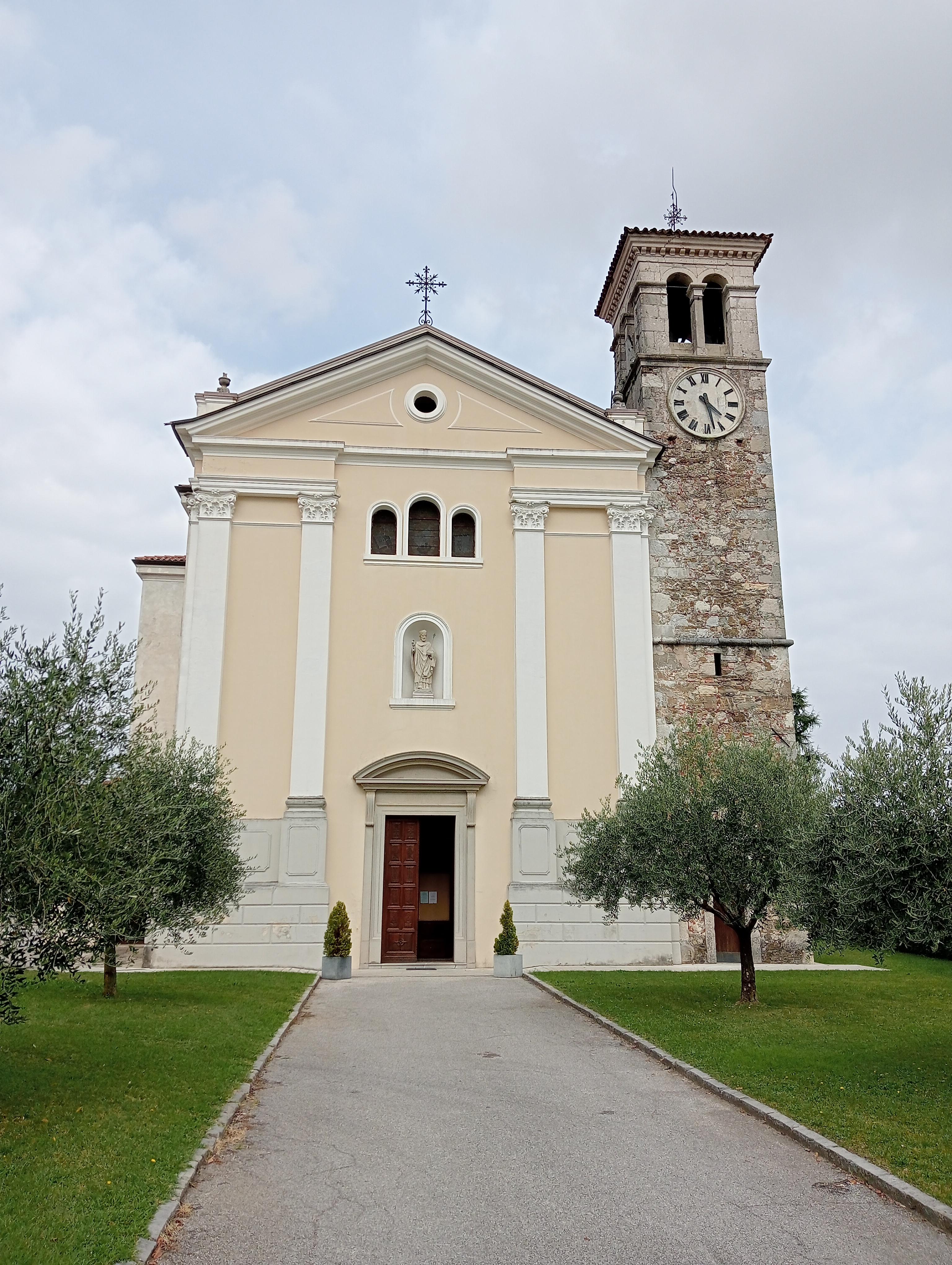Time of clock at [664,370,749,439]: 4:27
